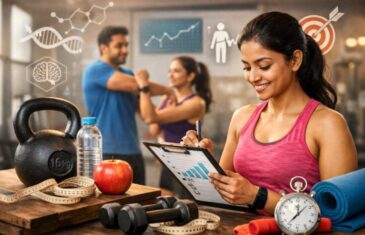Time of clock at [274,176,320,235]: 12:07
